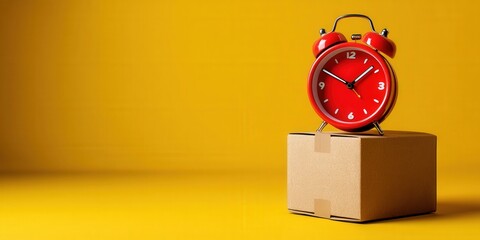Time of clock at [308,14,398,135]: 1:50
